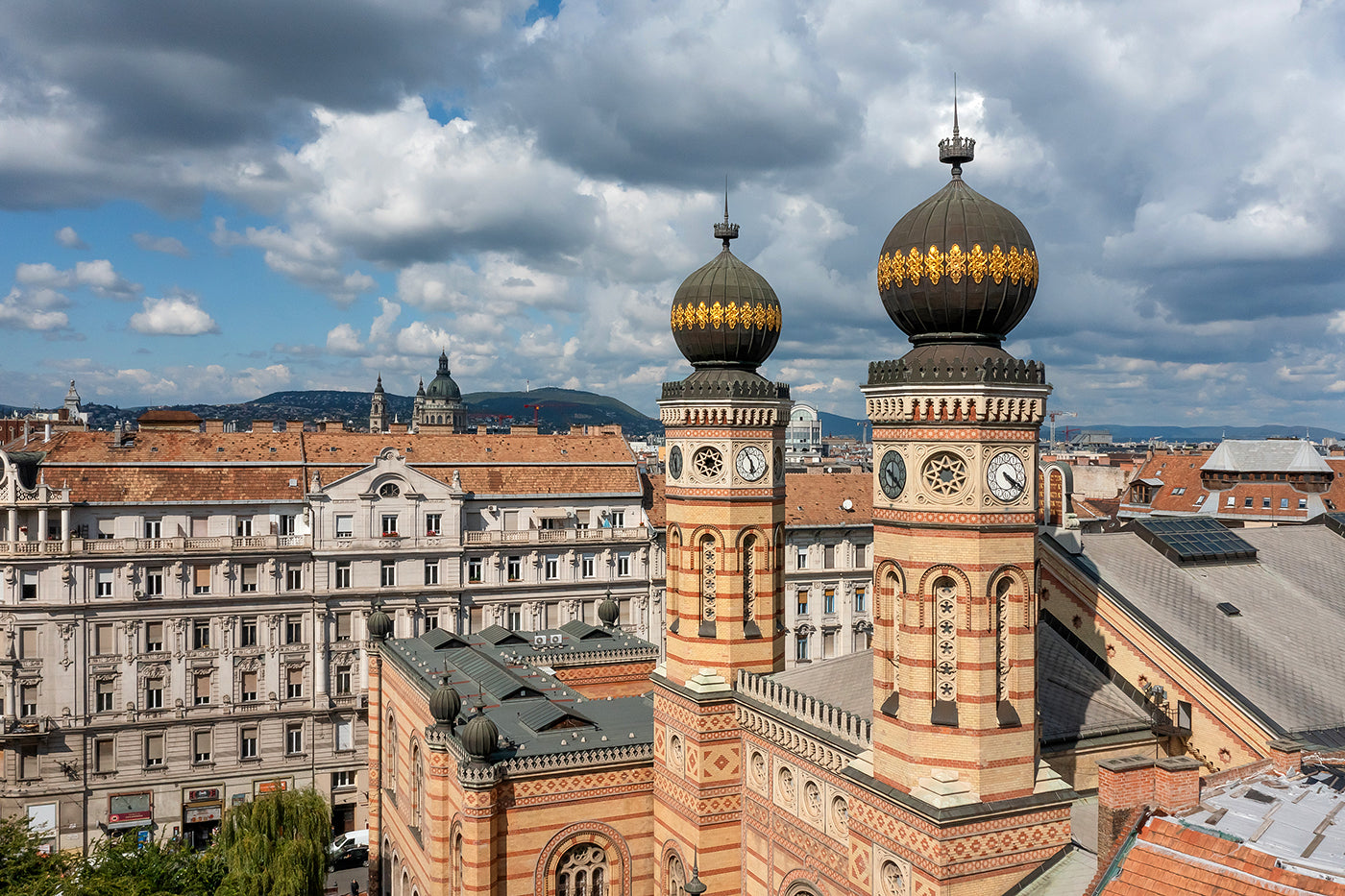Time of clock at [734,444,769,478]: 5:55
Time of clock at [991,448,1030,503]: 4:19
